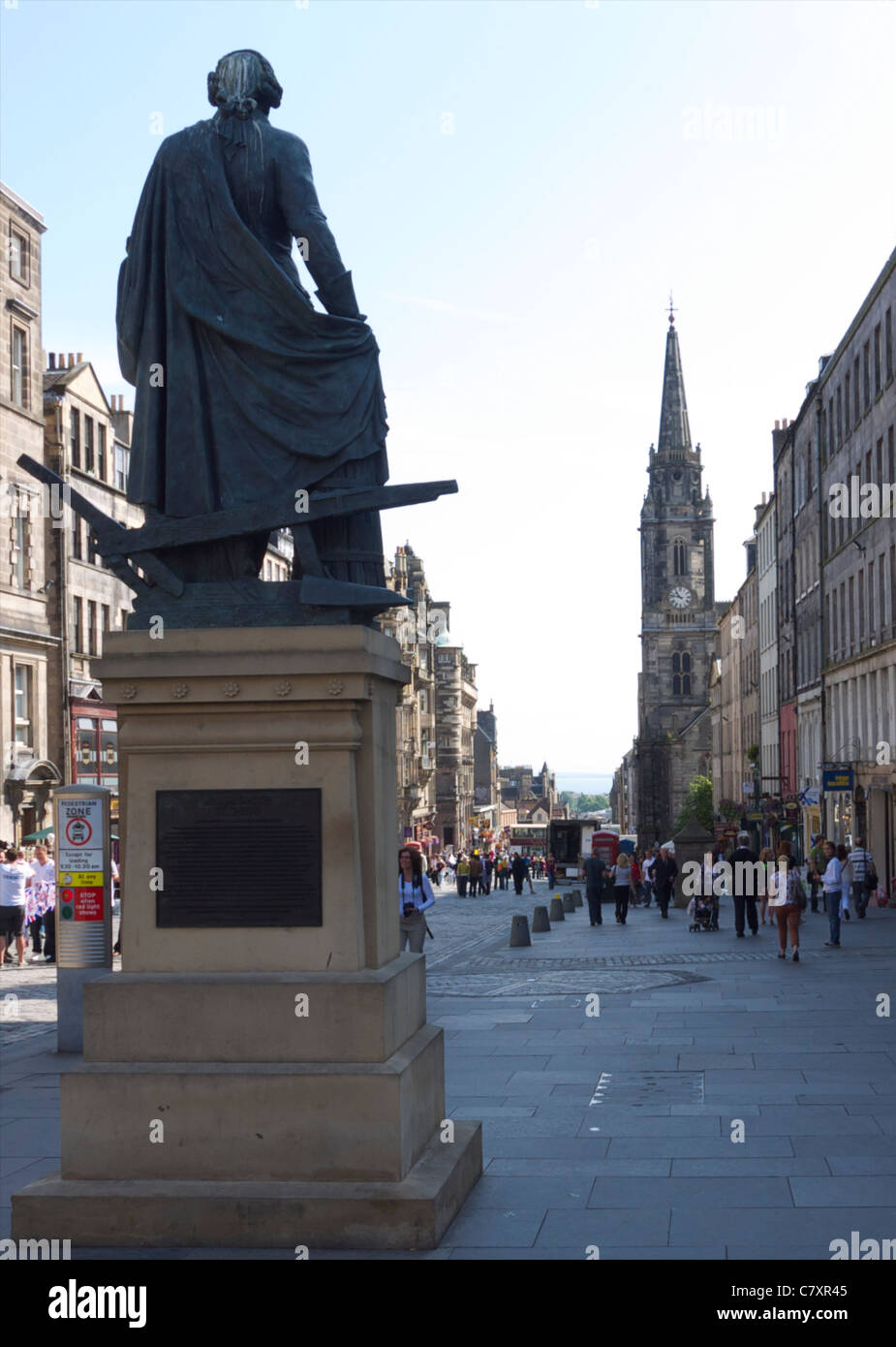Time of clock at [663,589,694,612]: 10:47
